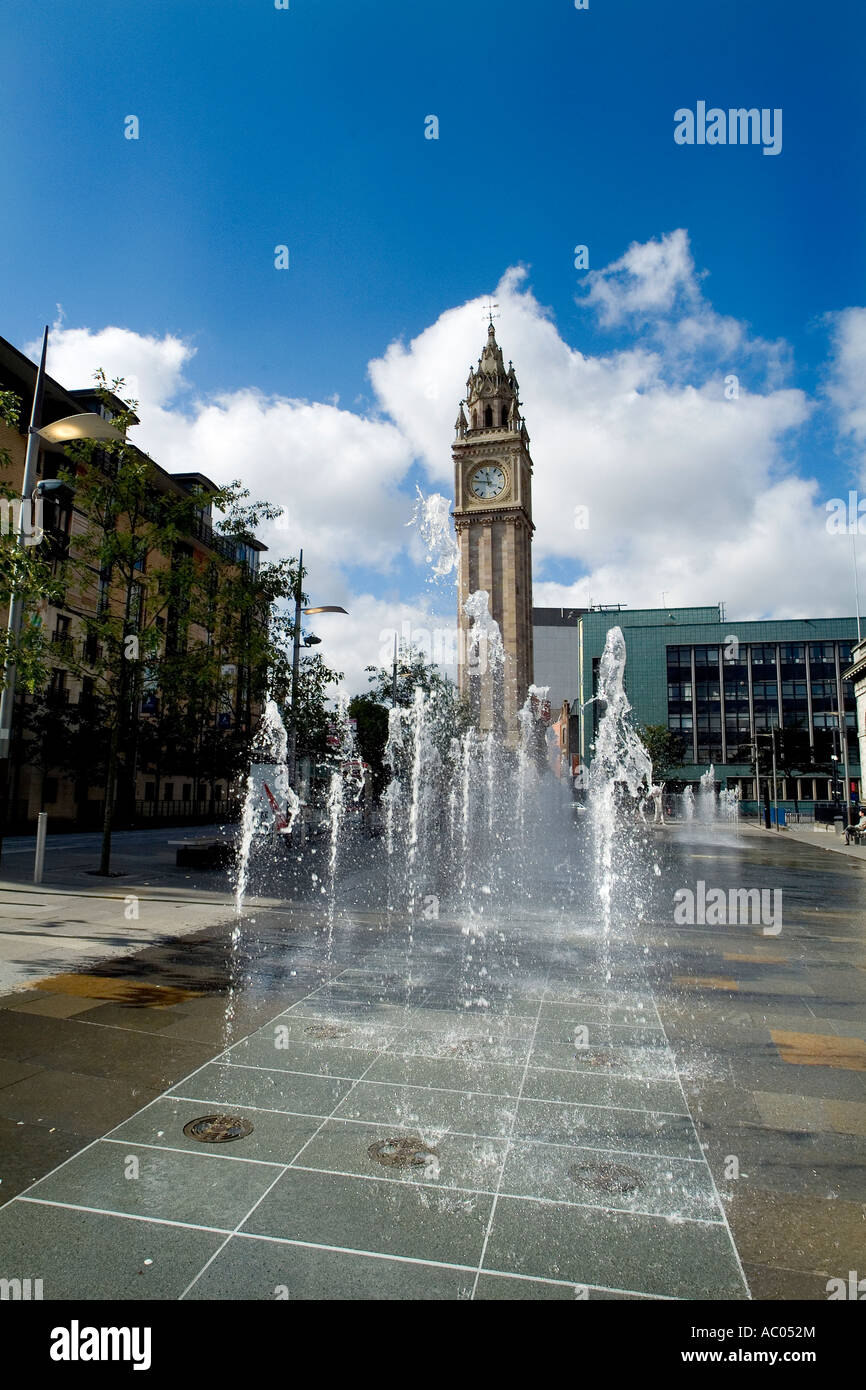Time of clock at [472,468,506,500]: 11:46
